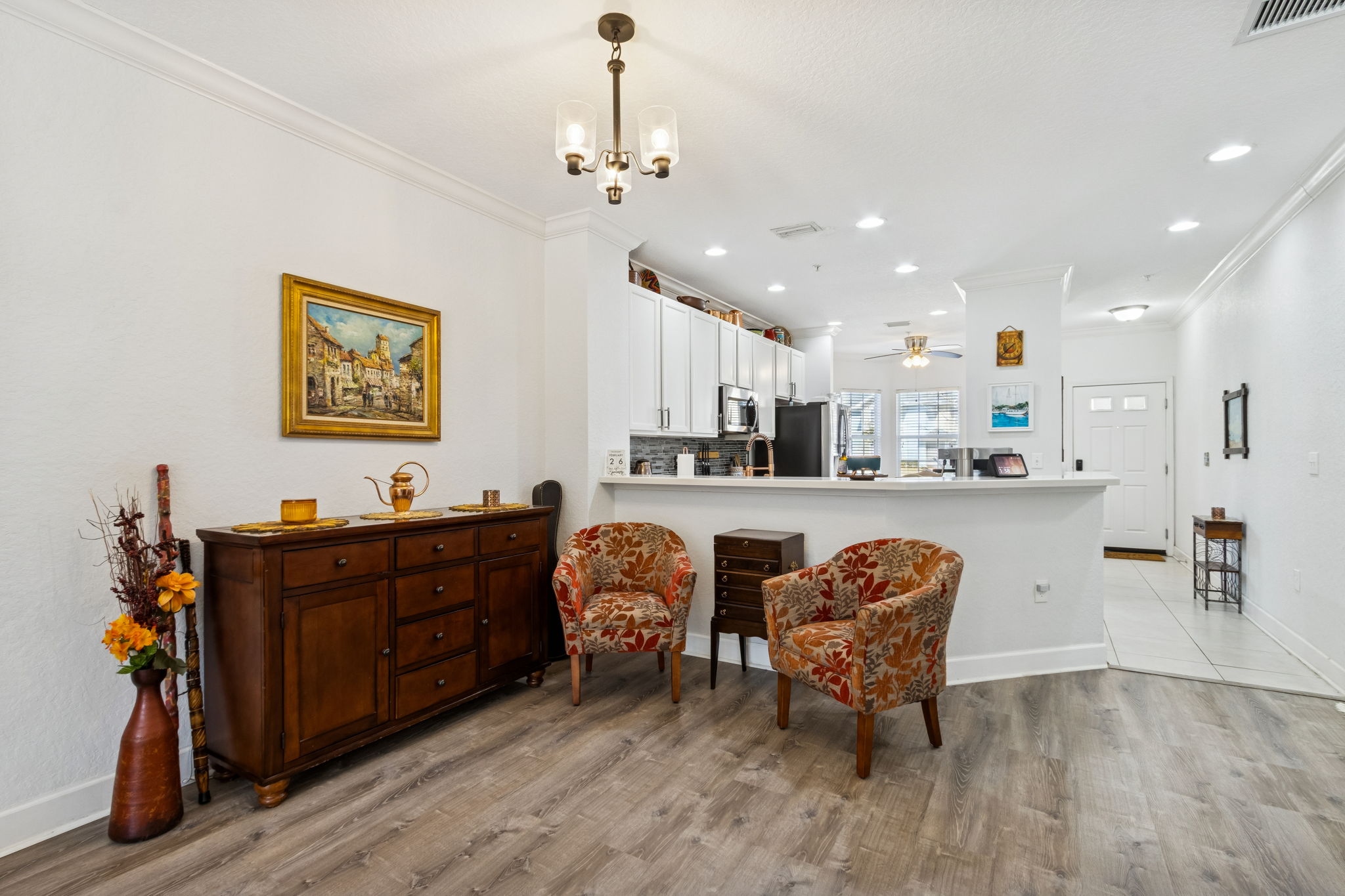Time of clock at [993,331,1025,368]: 1:38
